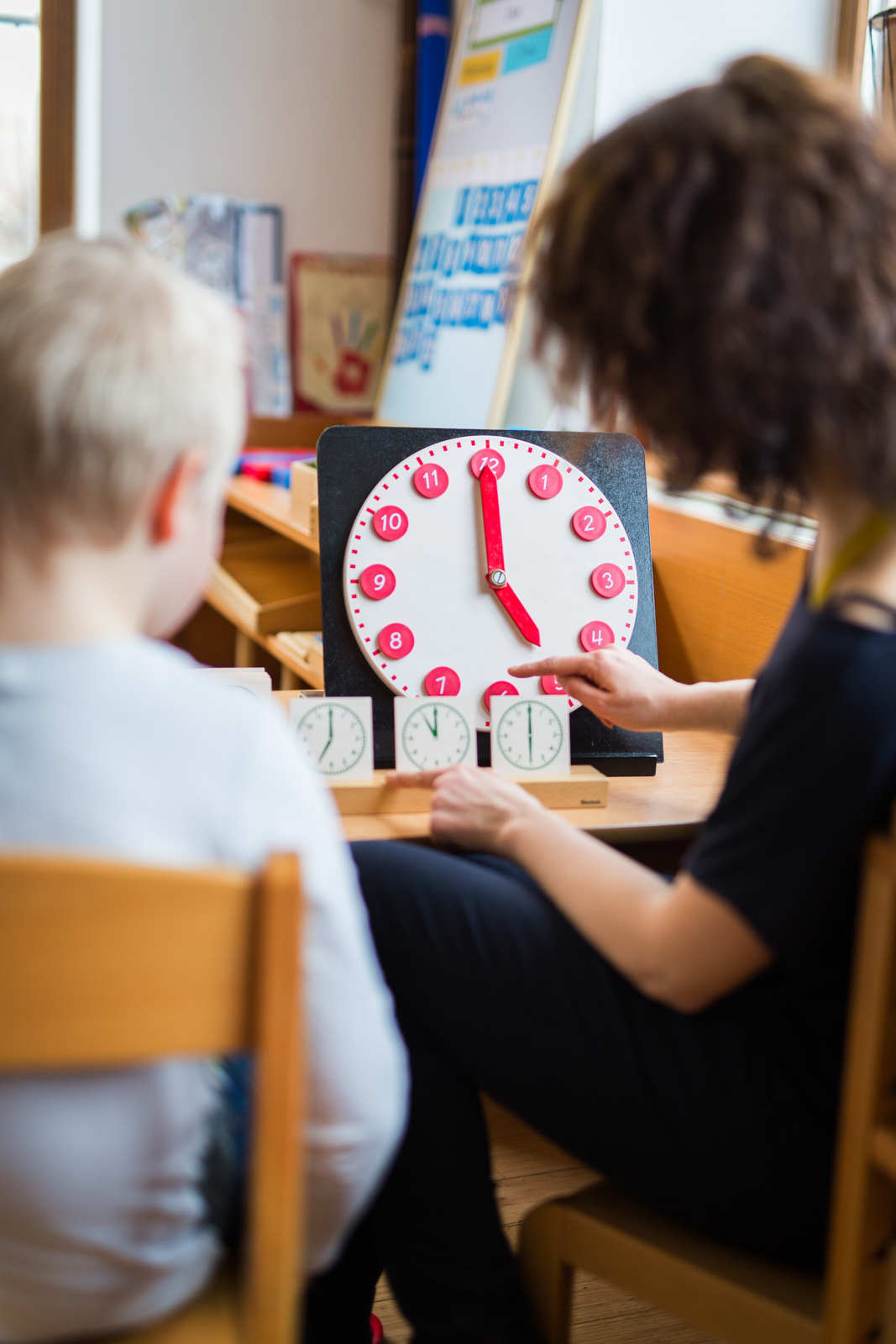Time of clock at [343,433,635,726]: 5:00
